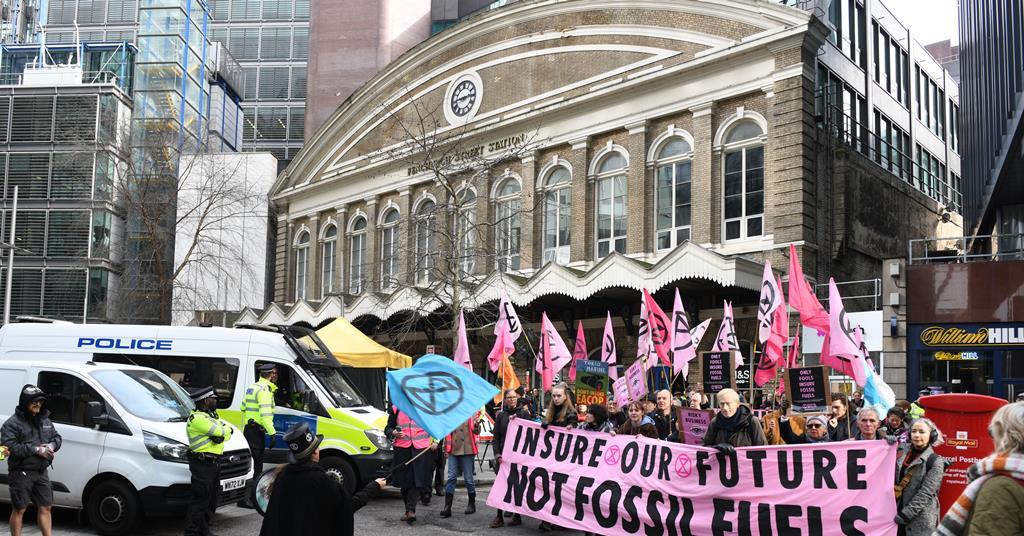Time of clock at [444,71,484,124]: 2:44
